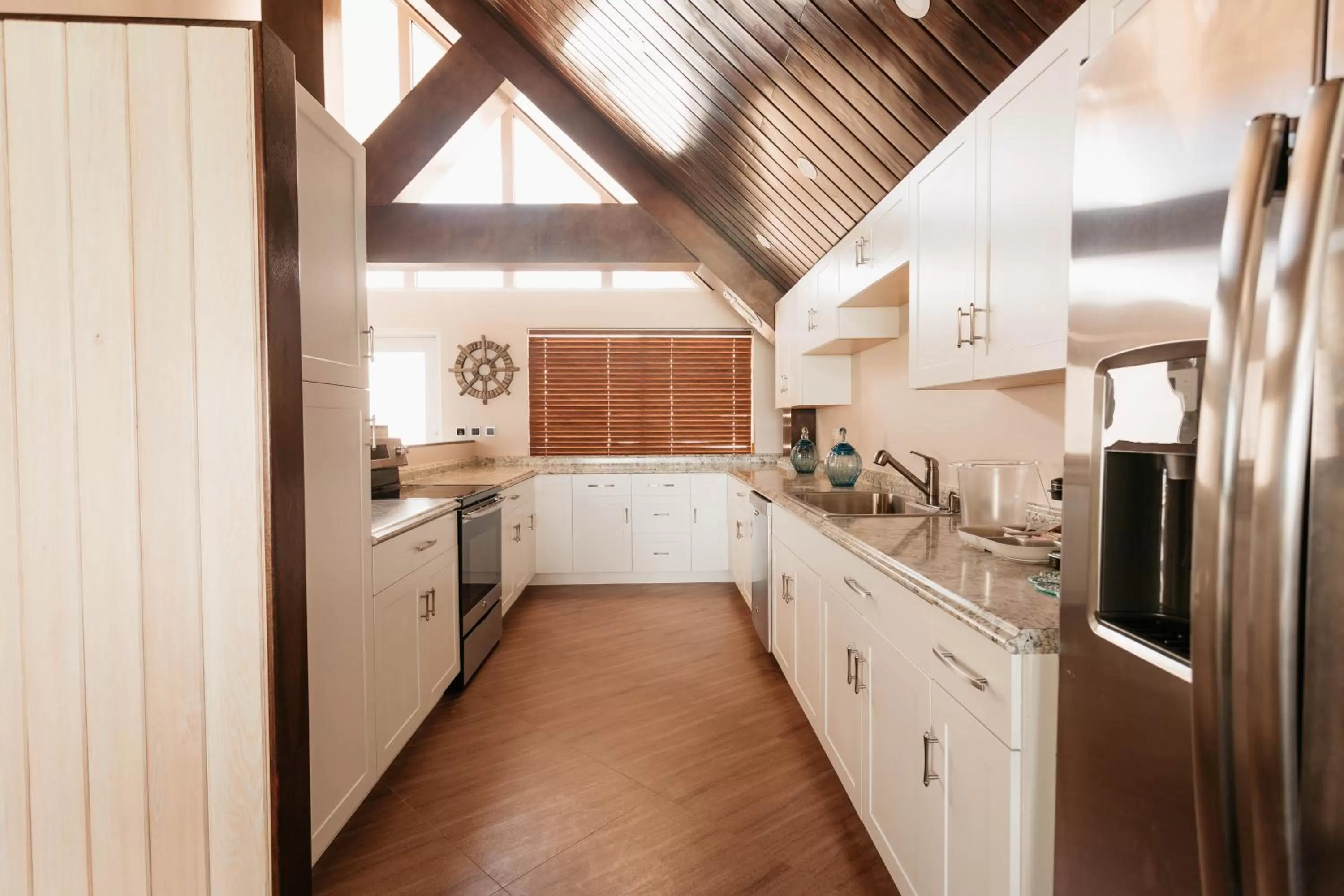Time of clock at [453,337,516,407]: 7:07
